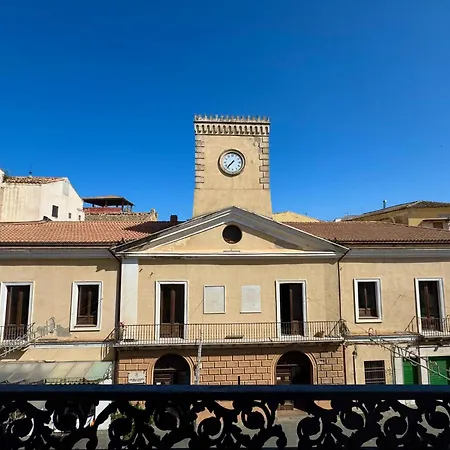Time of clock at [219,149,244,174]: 7:37
